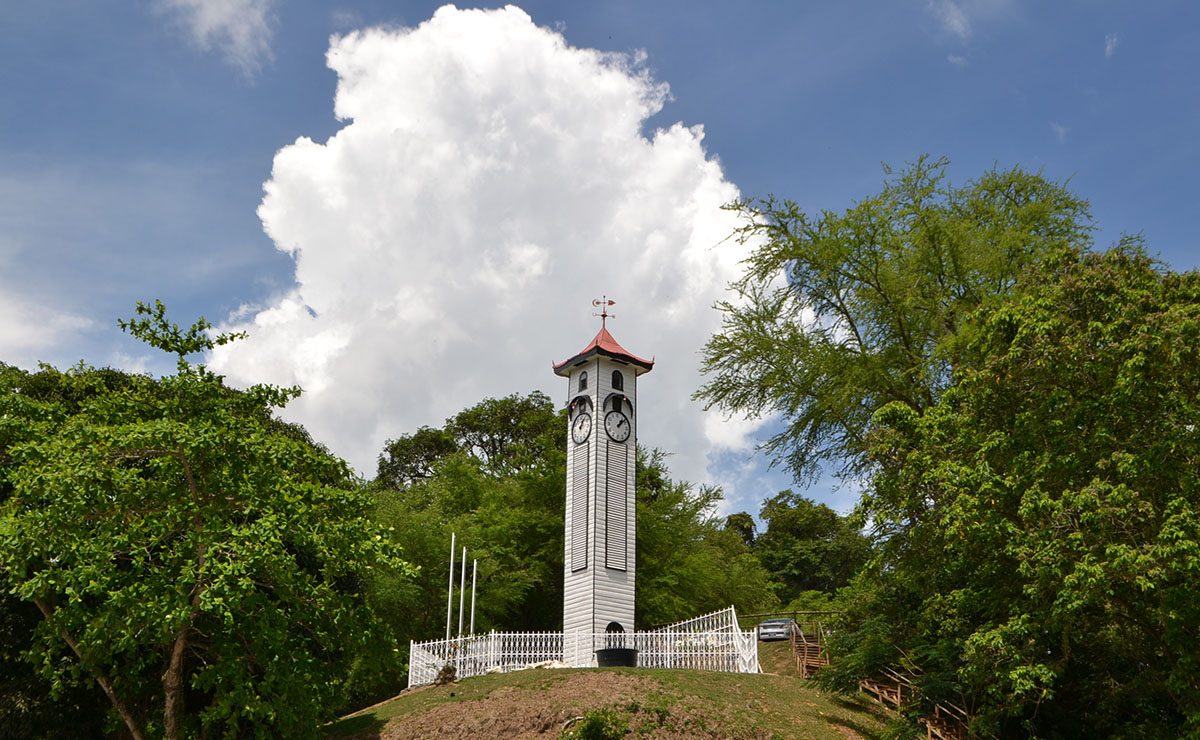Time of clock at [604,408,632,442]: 1:08
